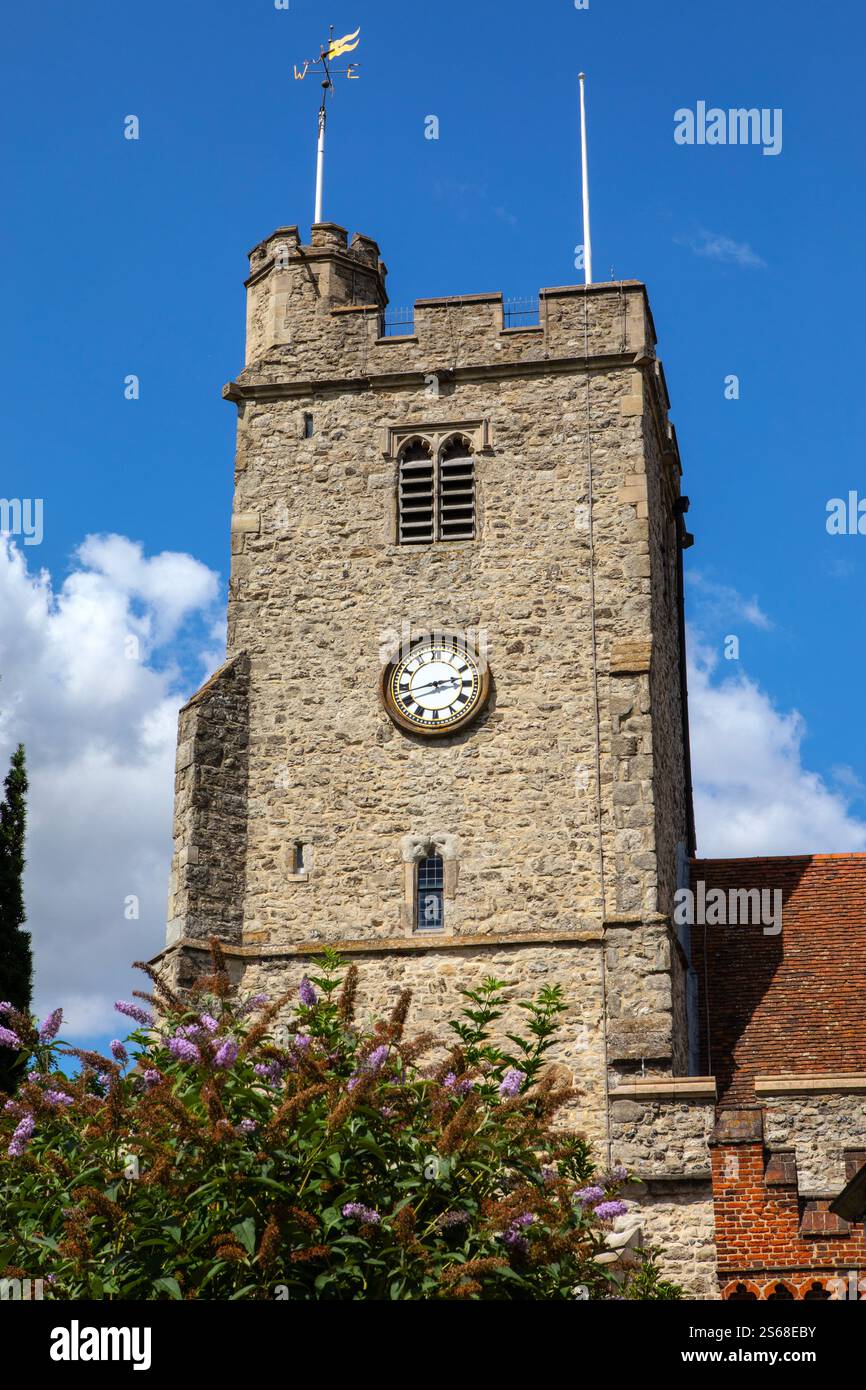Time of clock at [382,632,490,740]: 2:42
